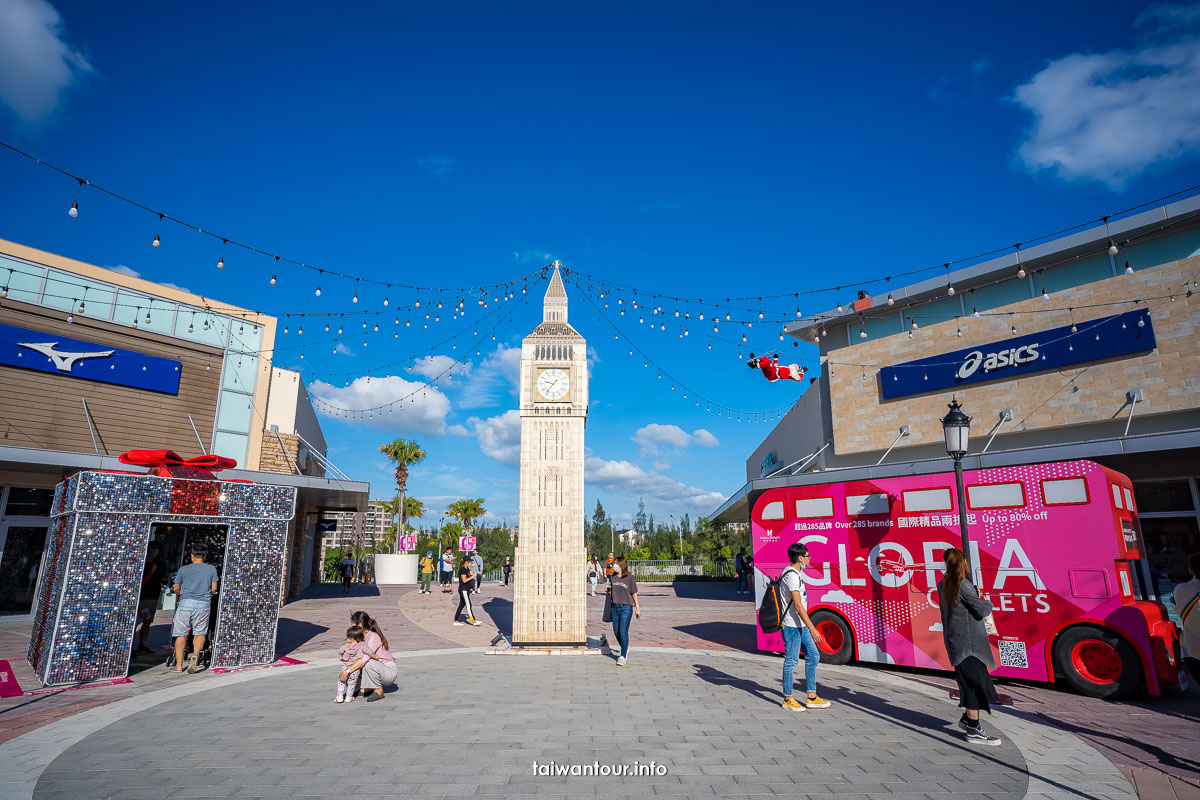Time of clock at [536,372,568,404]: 9:36
